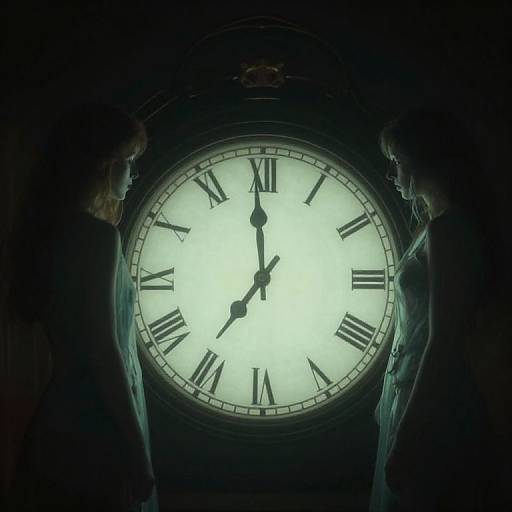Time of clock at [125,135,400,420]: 6:59
